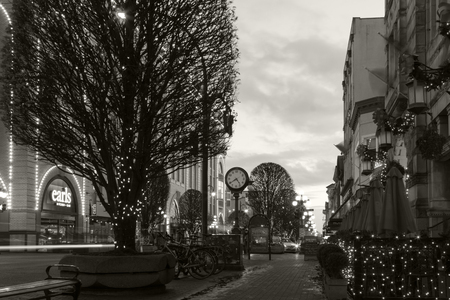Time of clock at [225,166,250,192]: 4:39
